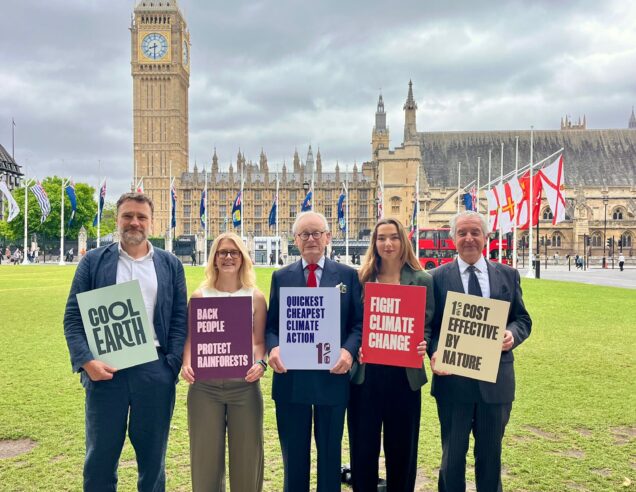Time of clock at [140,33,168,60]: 8:30
